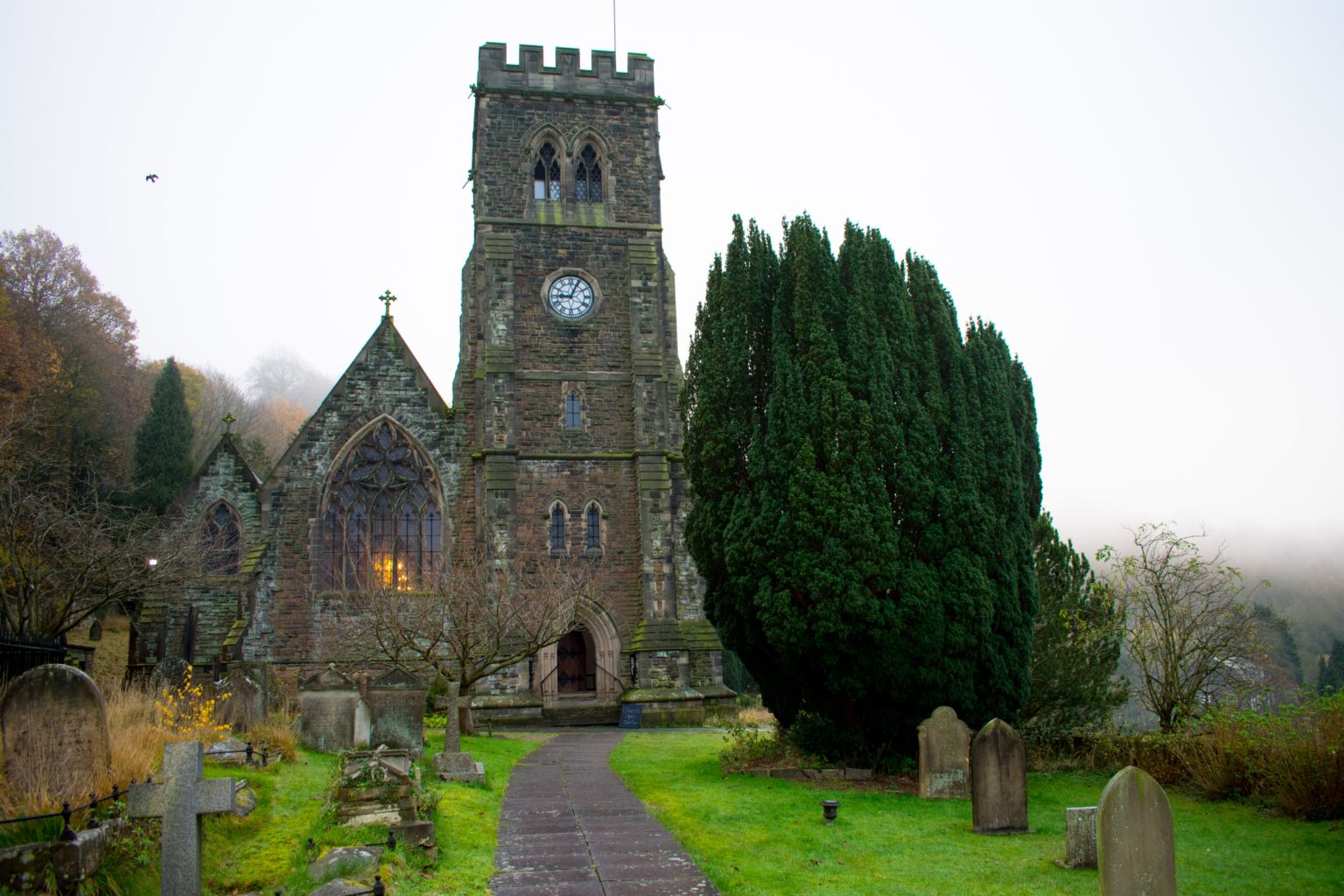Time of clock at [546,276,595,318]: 9:04
